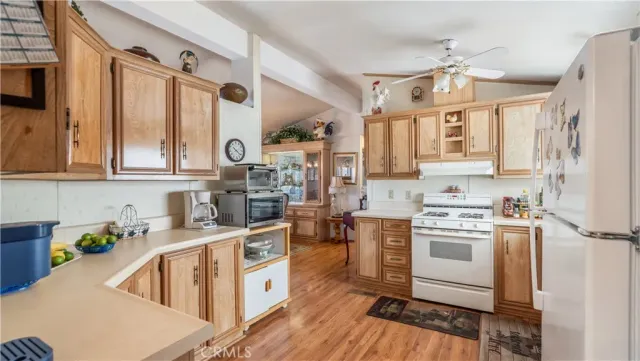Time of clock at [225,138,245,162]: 10:21
